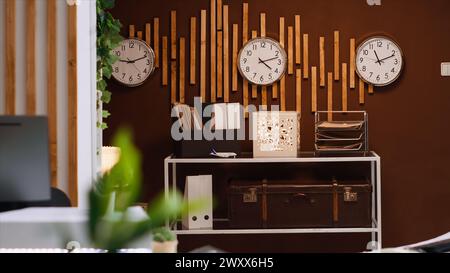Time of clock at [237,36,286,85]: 4:12
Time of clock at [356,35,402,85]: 11:11
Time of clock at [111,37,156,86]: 9:11
